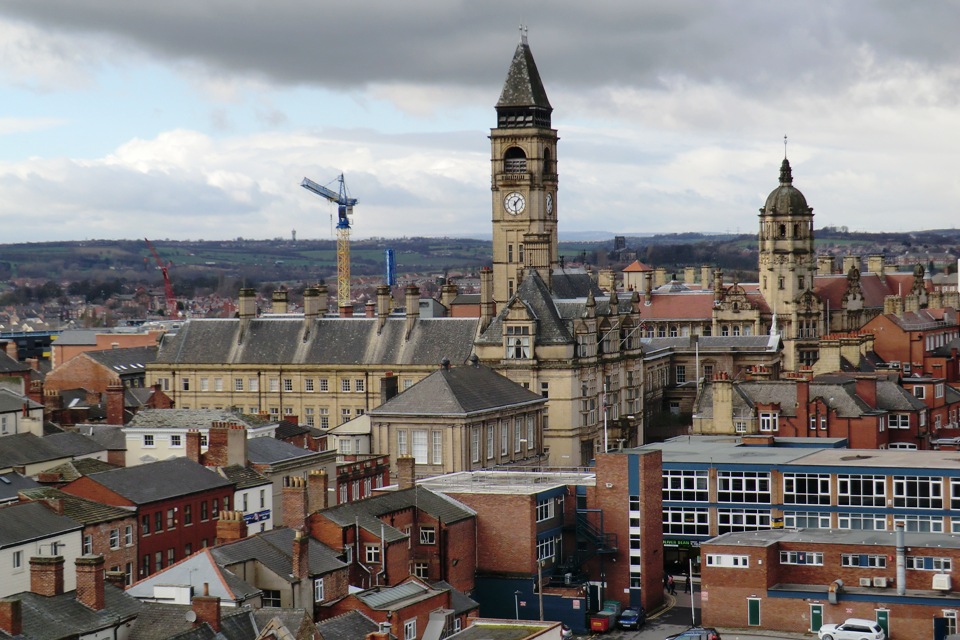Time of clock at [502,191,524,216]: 1:28
